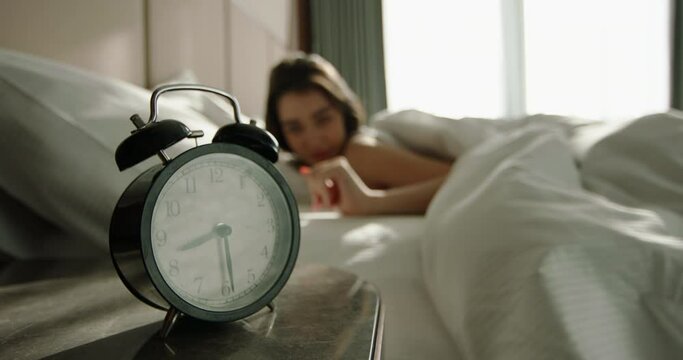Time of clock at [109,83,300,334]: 8:29
